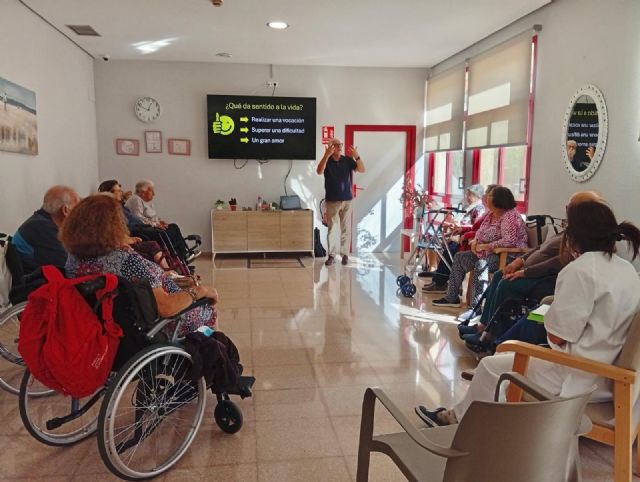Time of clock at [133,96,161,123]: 12:49
